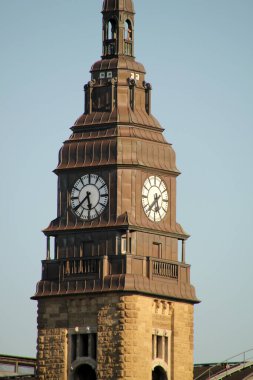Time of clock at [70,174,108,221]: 5:38
